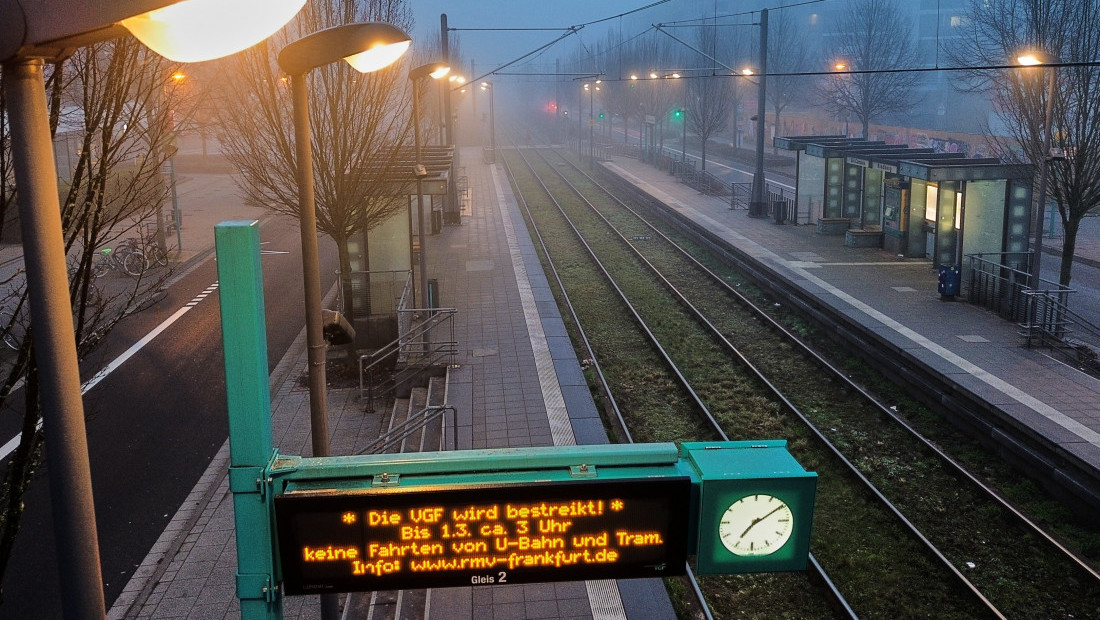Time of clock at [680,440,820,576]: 7:09
